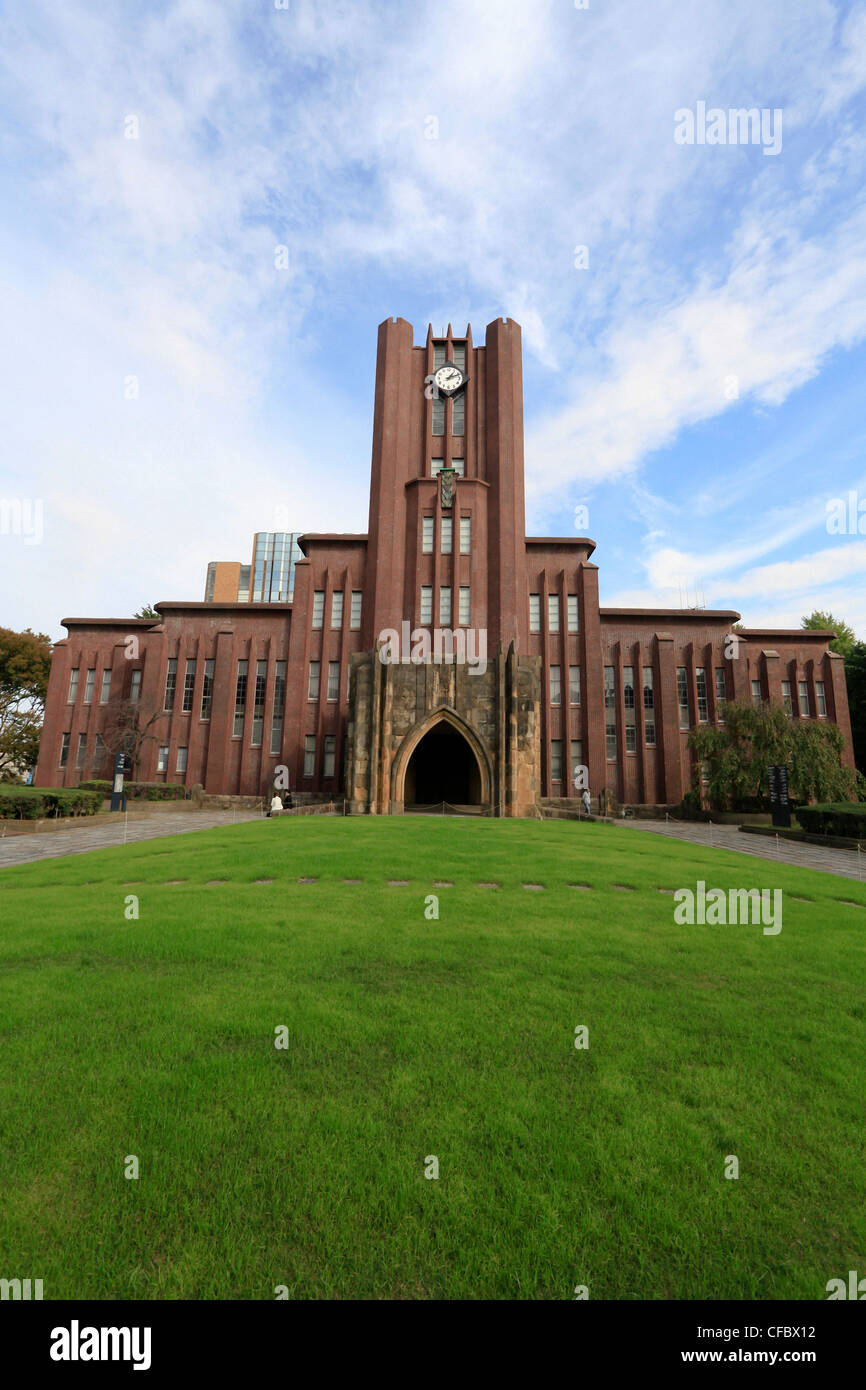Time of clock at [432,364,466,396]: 1:11
